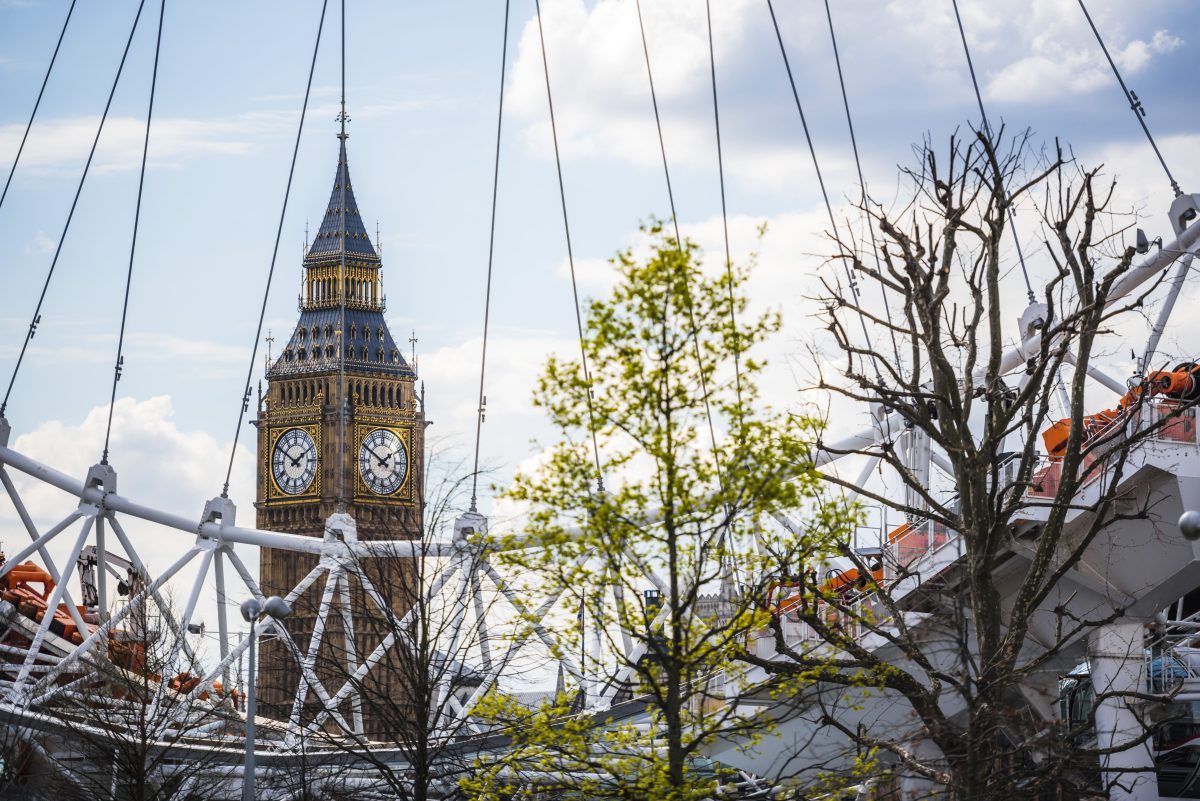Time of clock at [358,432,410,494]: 1:50
